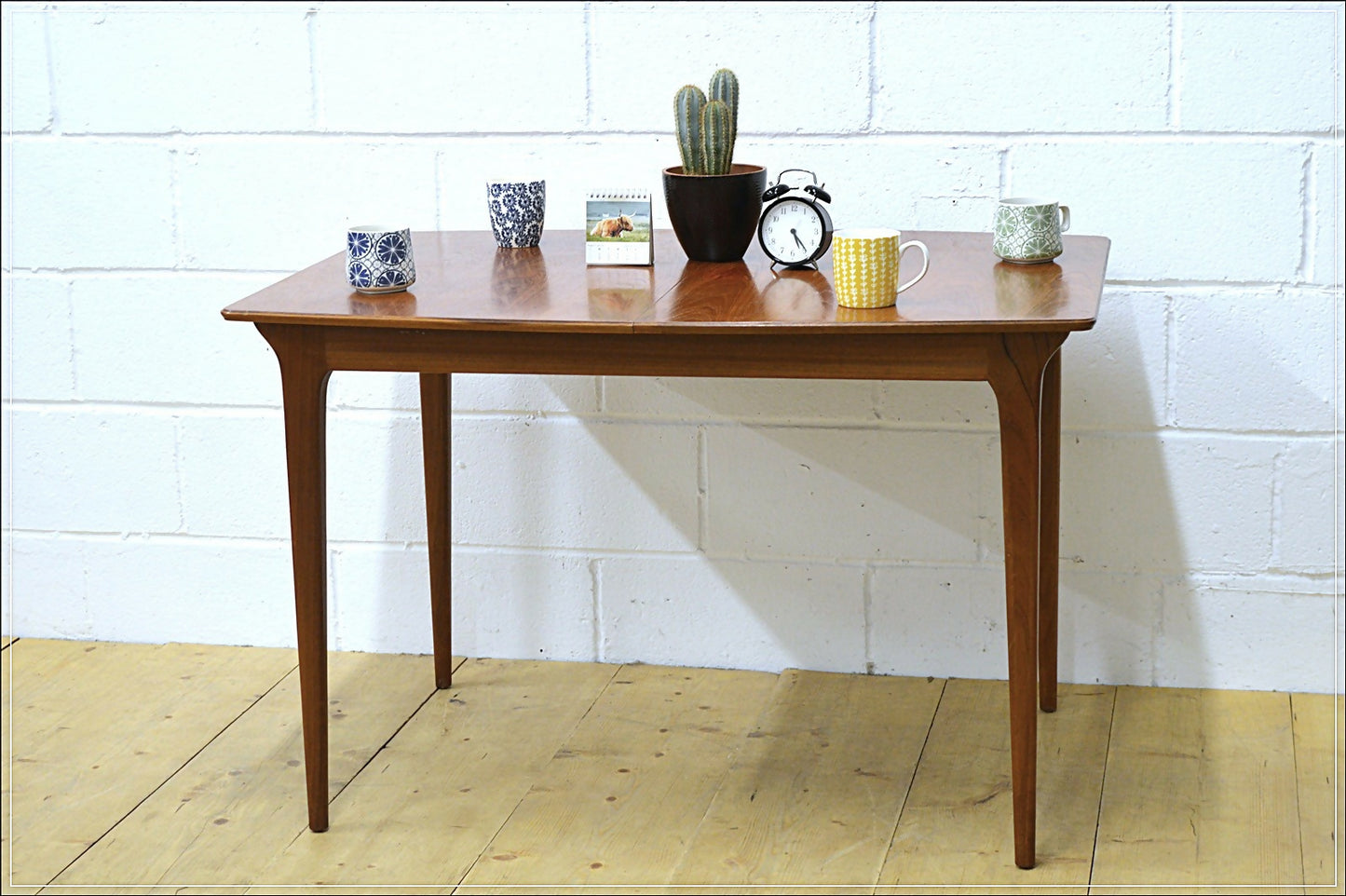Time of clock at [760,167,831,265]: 5:23
